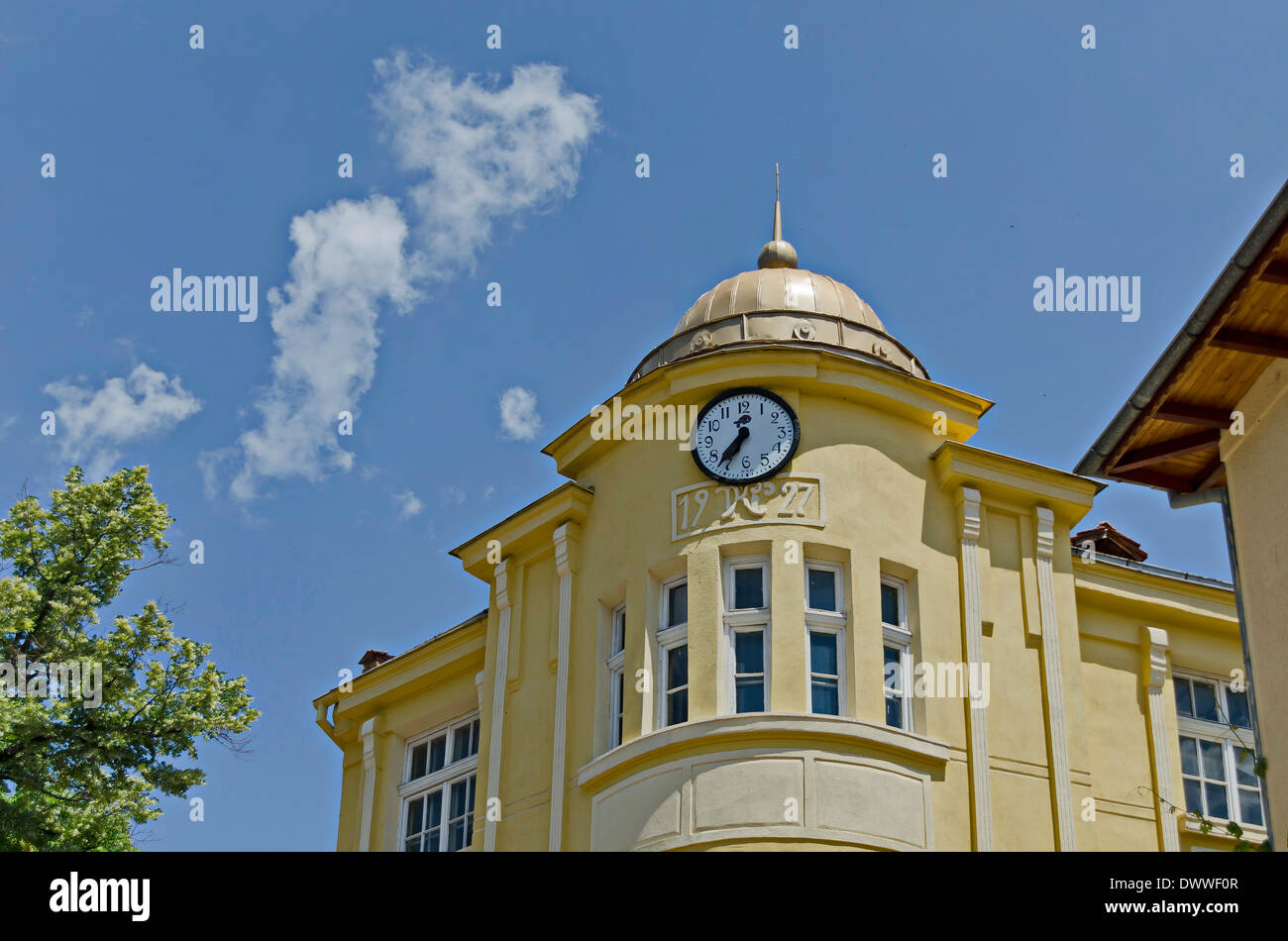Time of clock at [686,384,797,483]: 7:36
